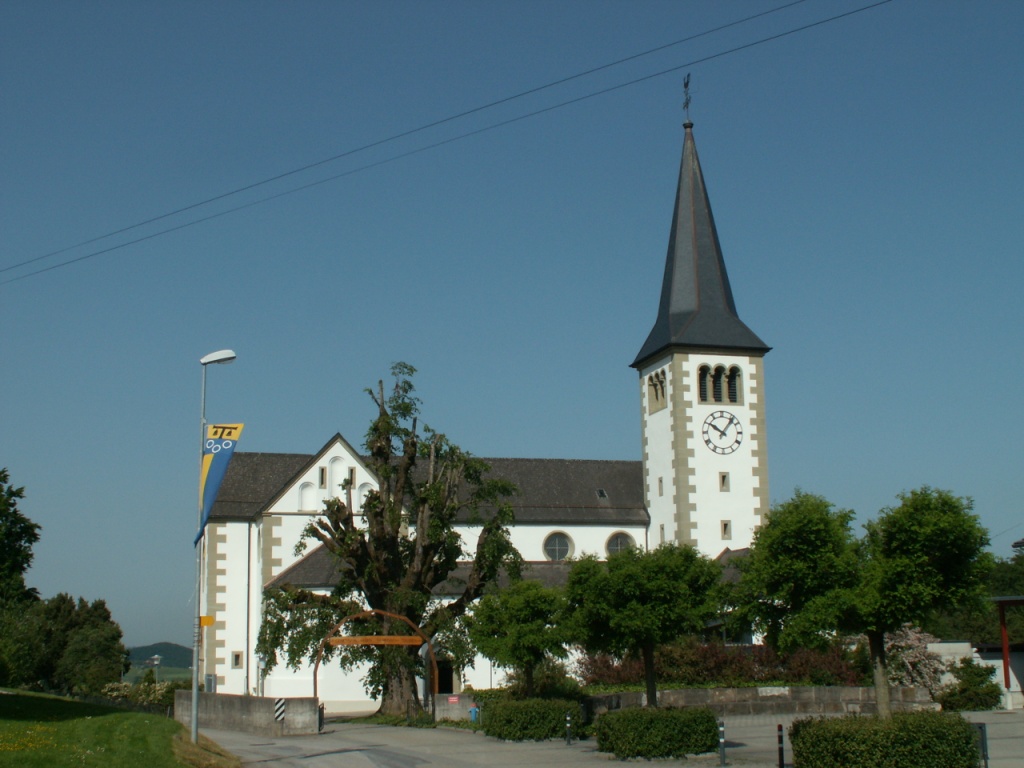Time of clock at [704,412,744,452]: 10:06
